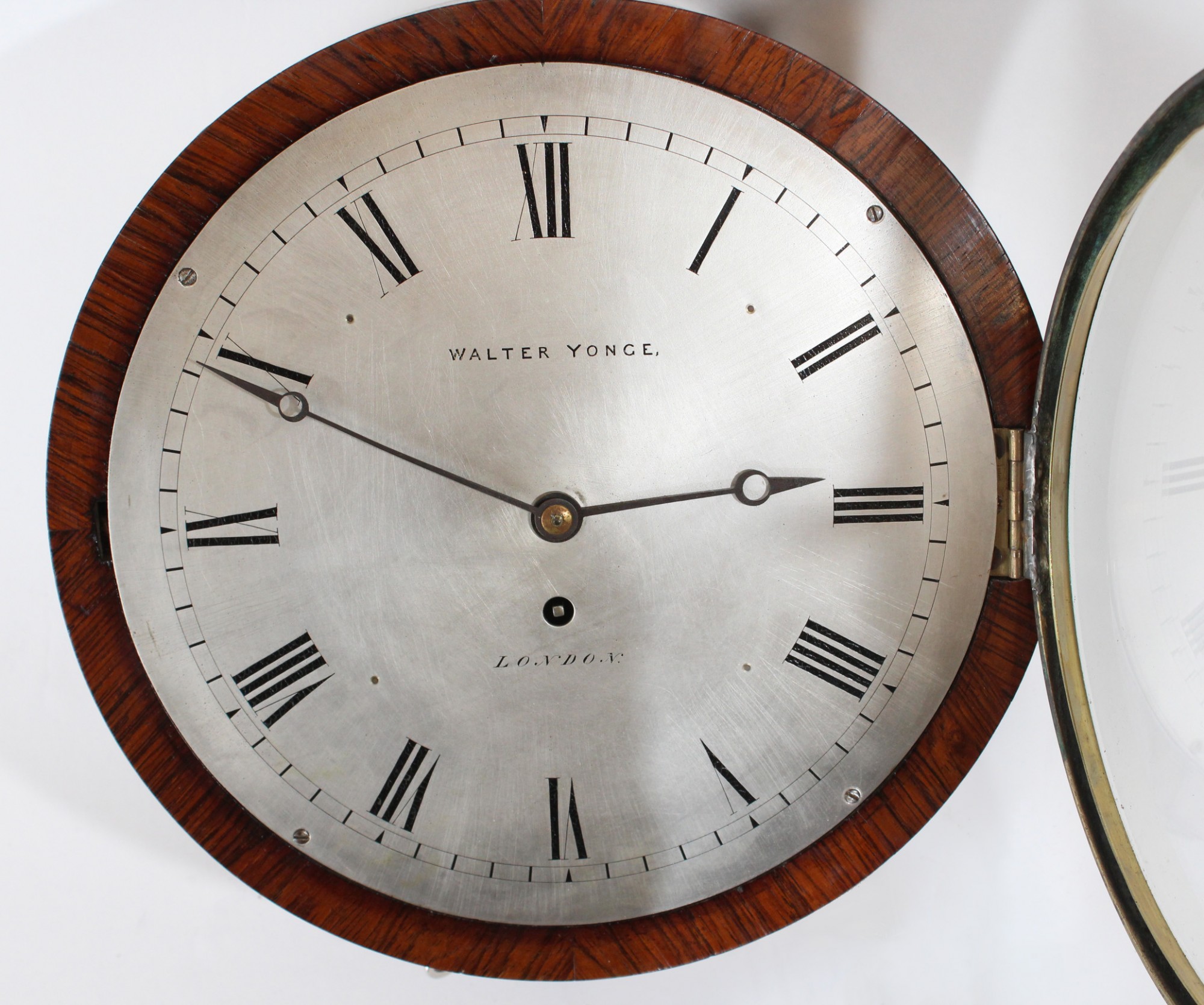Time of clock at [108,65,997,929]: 2:49
